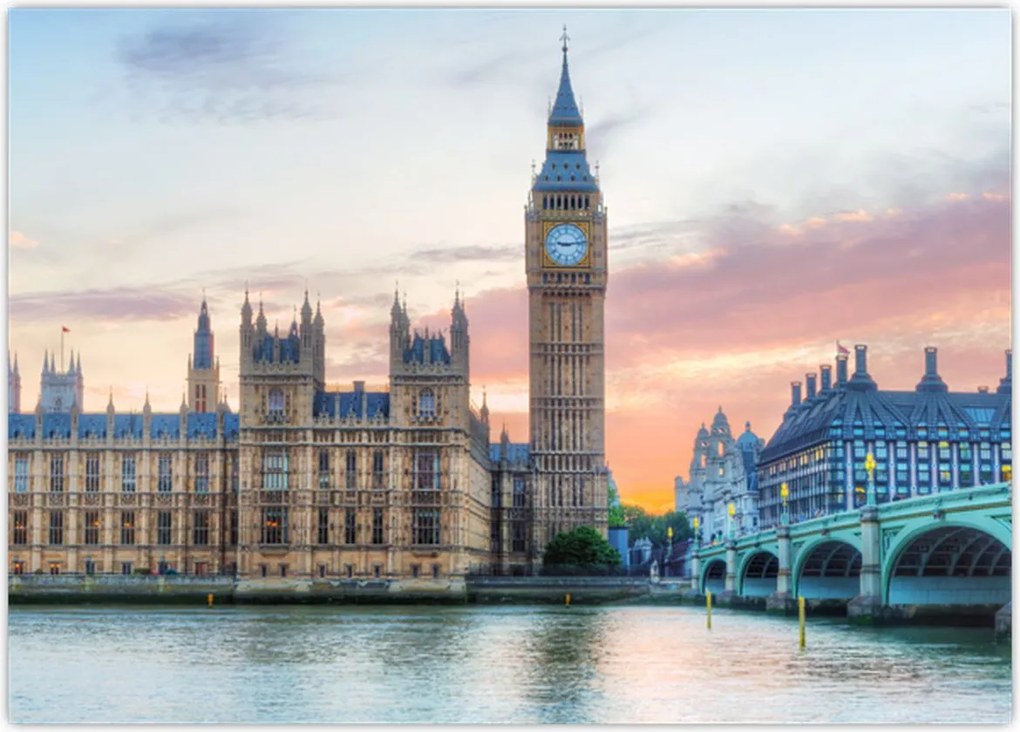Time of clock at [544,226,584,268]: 9:13
